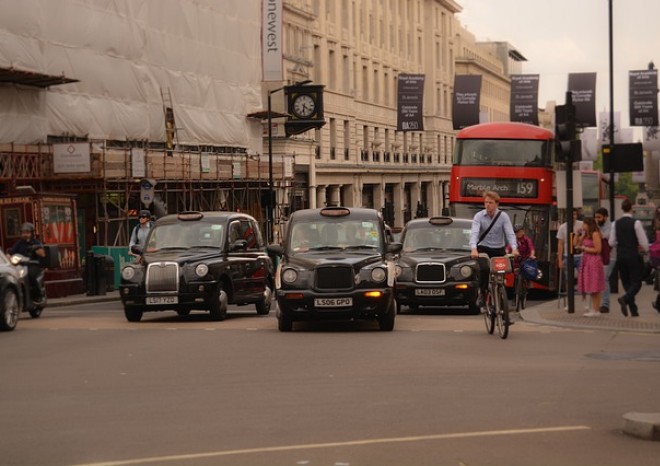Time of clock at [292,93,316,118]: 6:21
